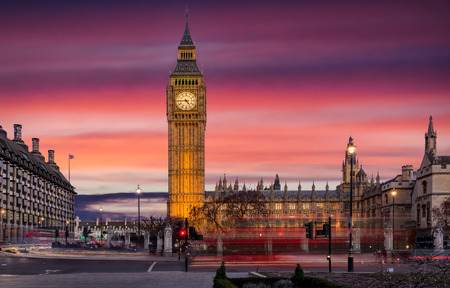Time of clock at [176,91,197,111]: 4:44
